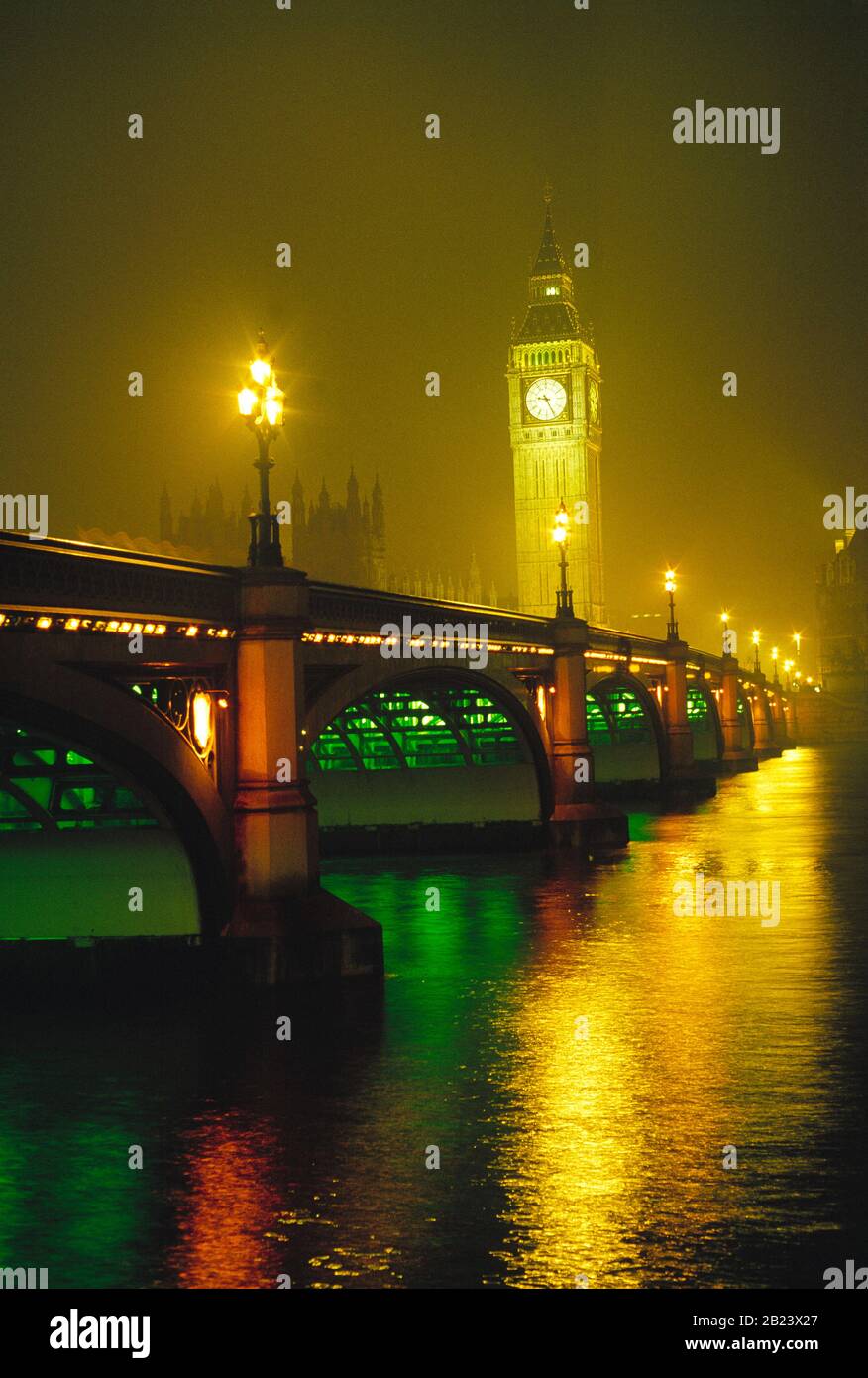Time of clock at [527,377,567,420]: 9:25
